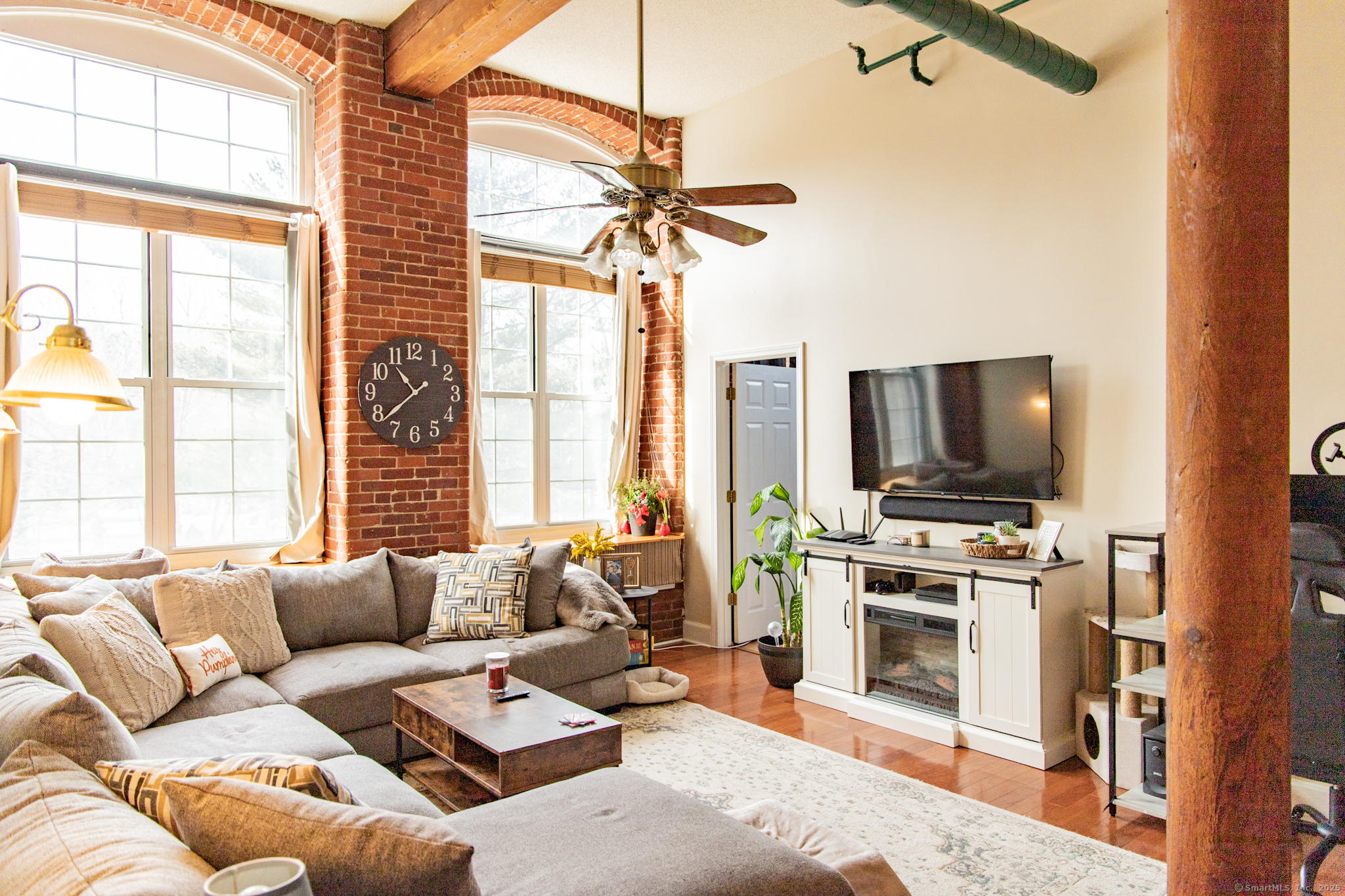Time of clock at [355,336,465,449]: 10:38
